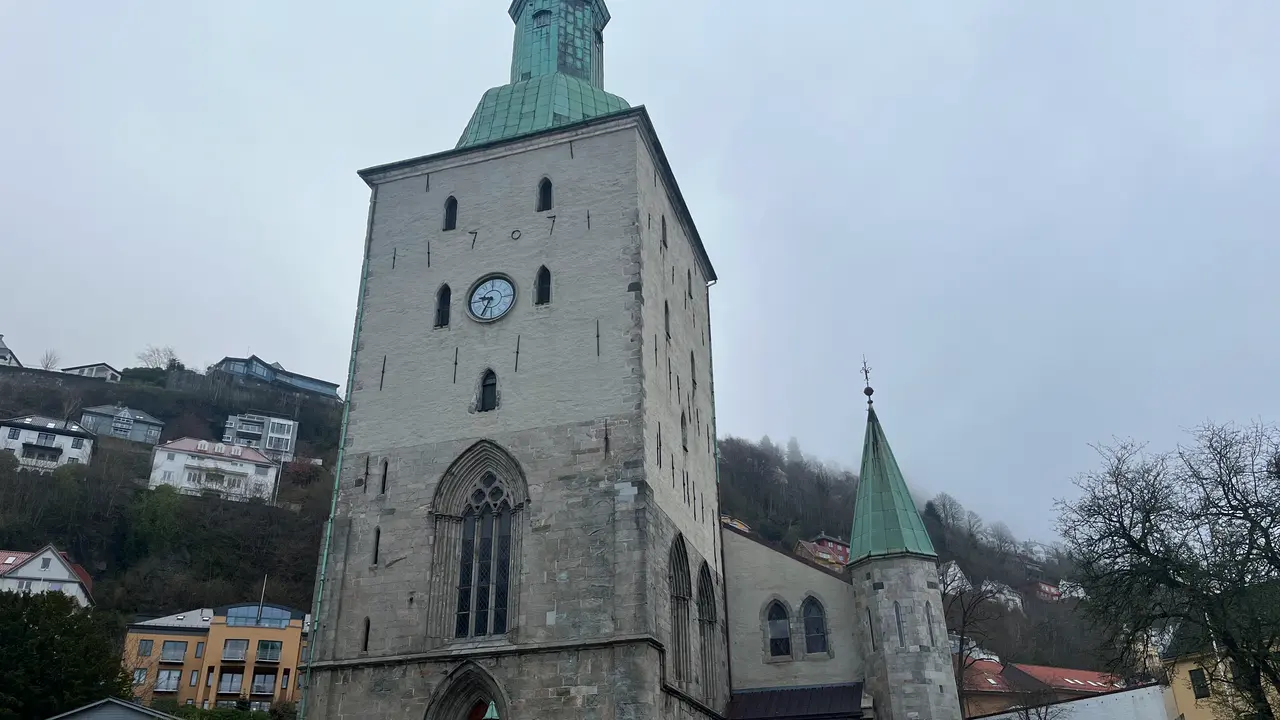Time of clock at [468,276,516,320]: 9:34
